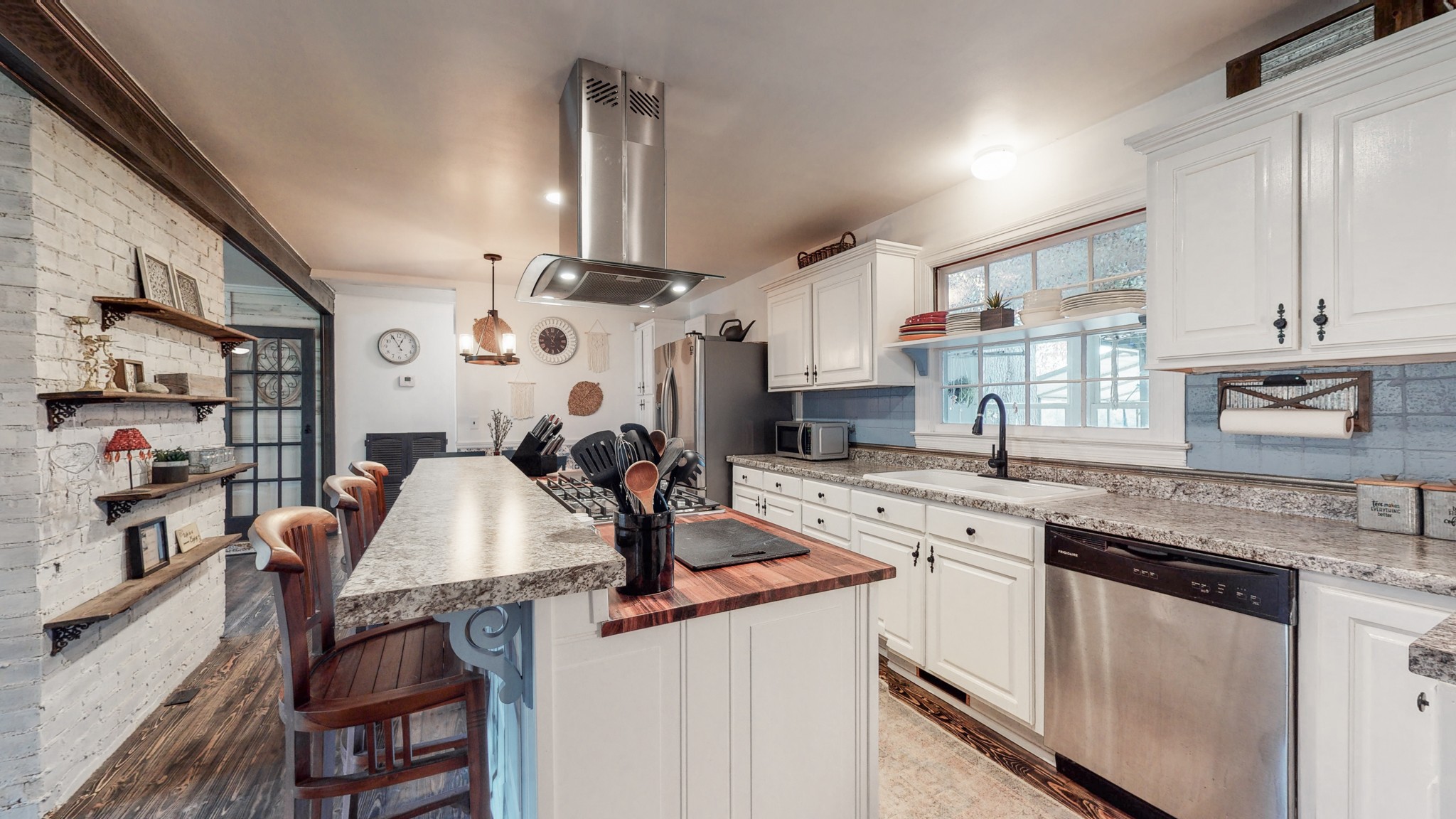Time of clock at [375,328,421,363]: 12:55
